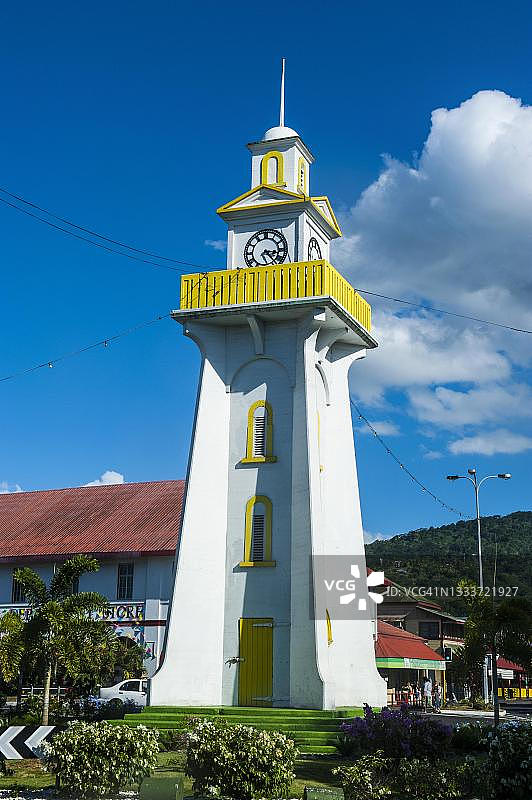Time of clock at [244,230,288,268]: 3:23
